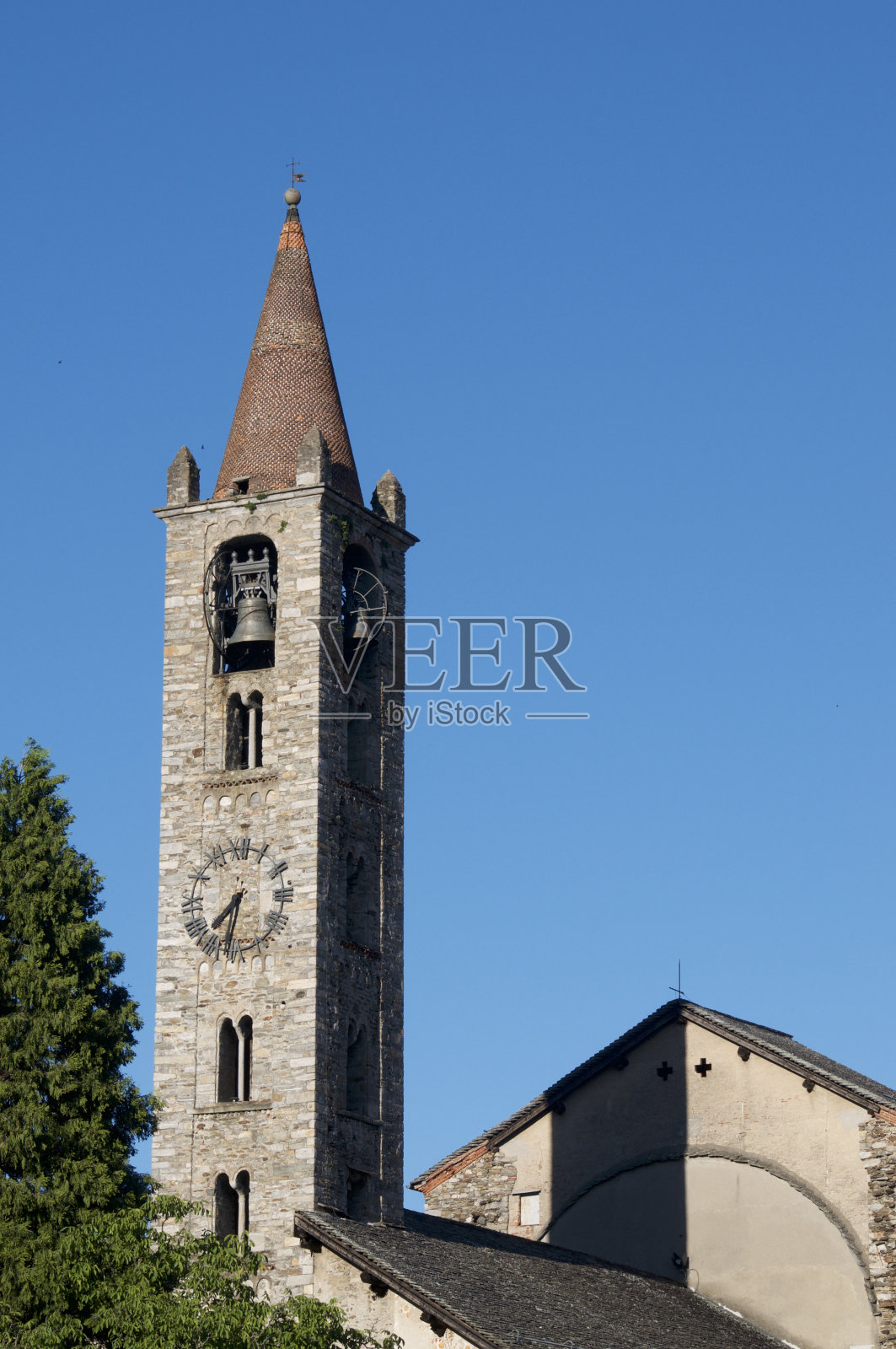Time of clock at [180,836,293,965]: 7:32
